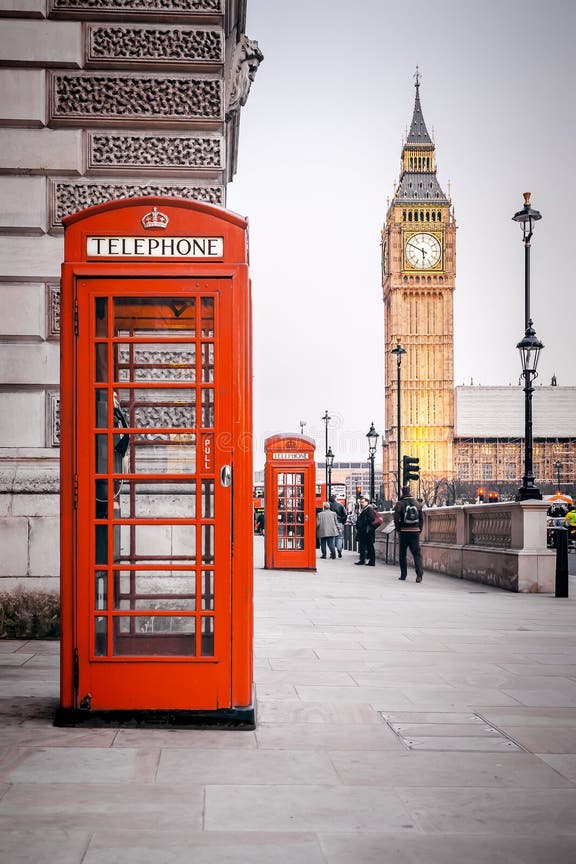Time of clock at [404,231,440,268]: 5:49
